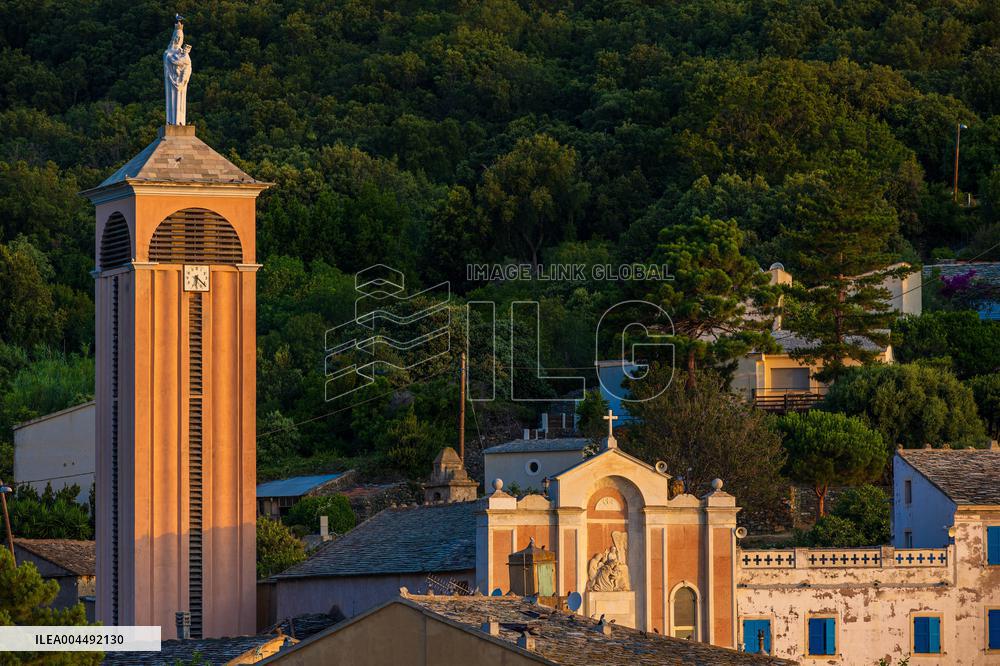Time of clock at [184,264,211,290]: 6:21
